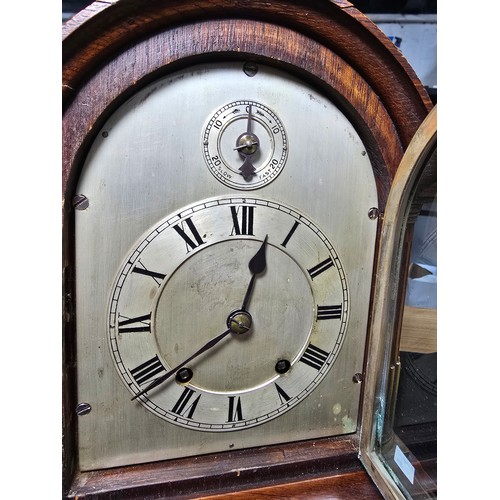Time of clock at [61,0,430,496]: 12:38
